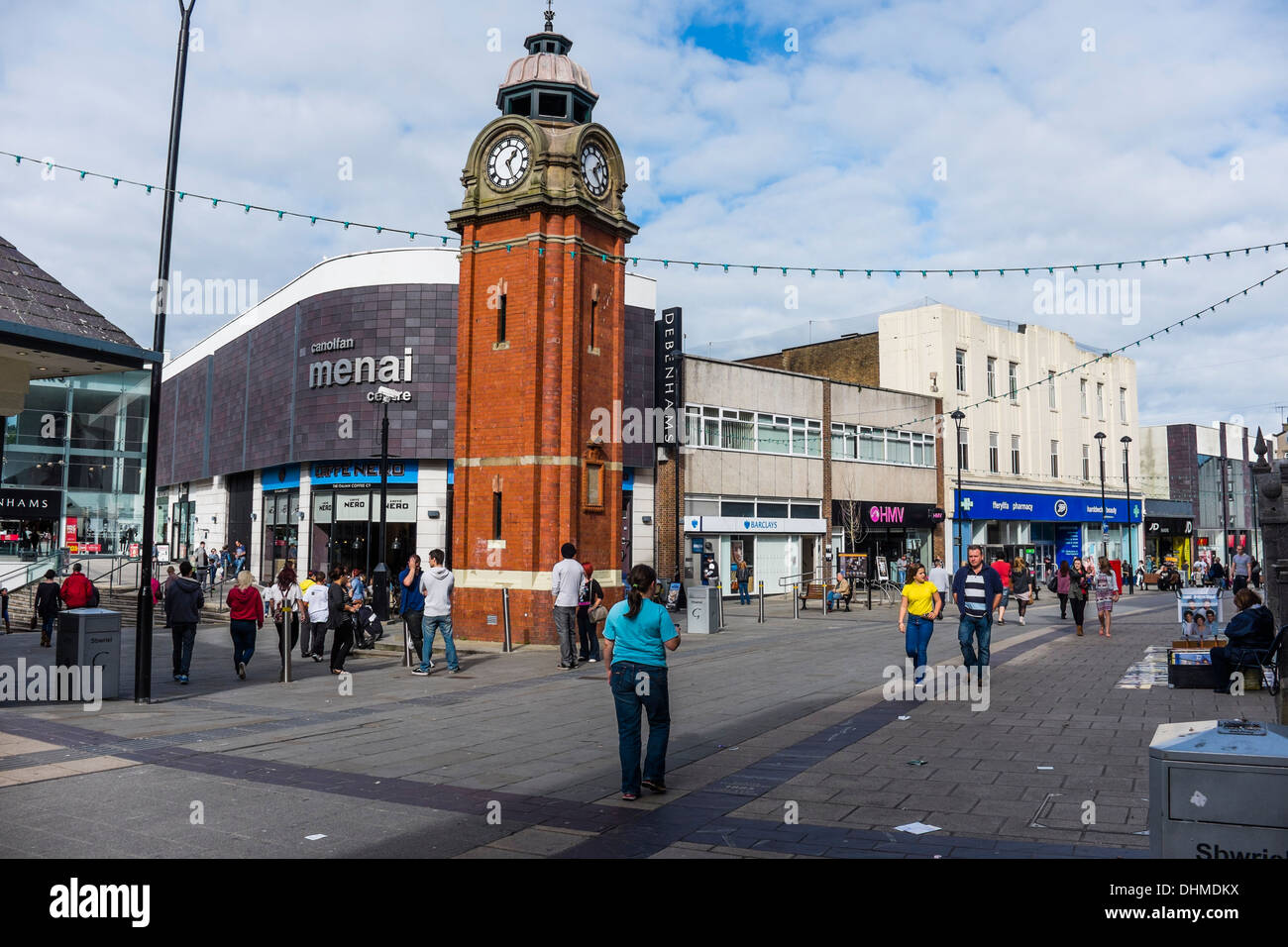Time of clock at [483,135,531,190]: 1:26
